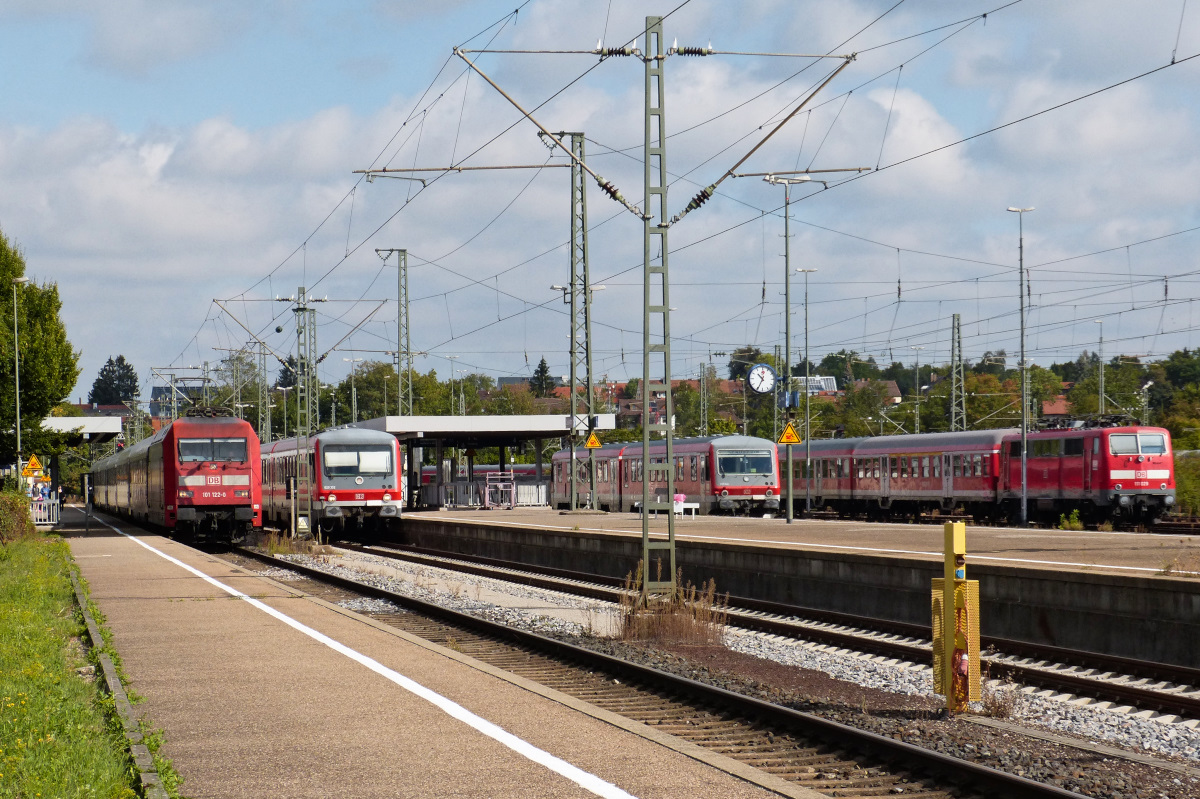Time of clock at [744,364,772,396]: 10:34
